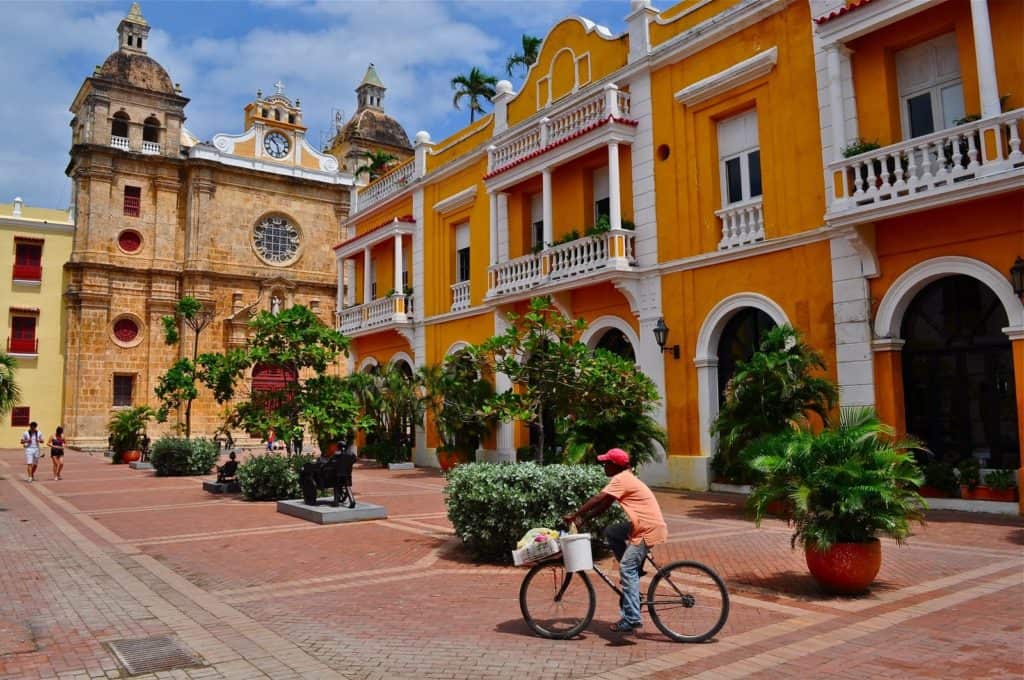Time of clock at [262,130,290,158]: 10:27
